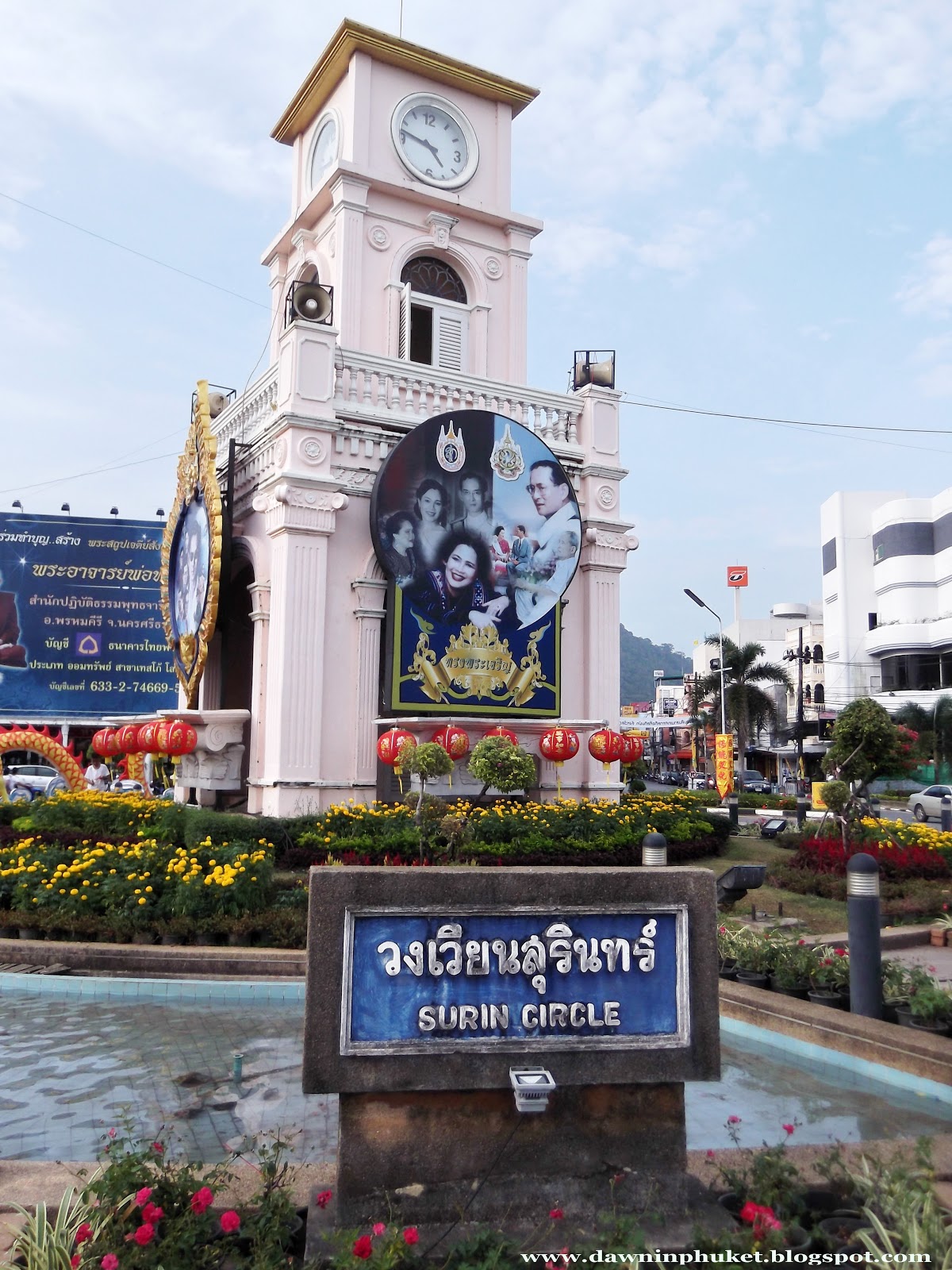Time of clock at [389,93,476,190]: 4:47
